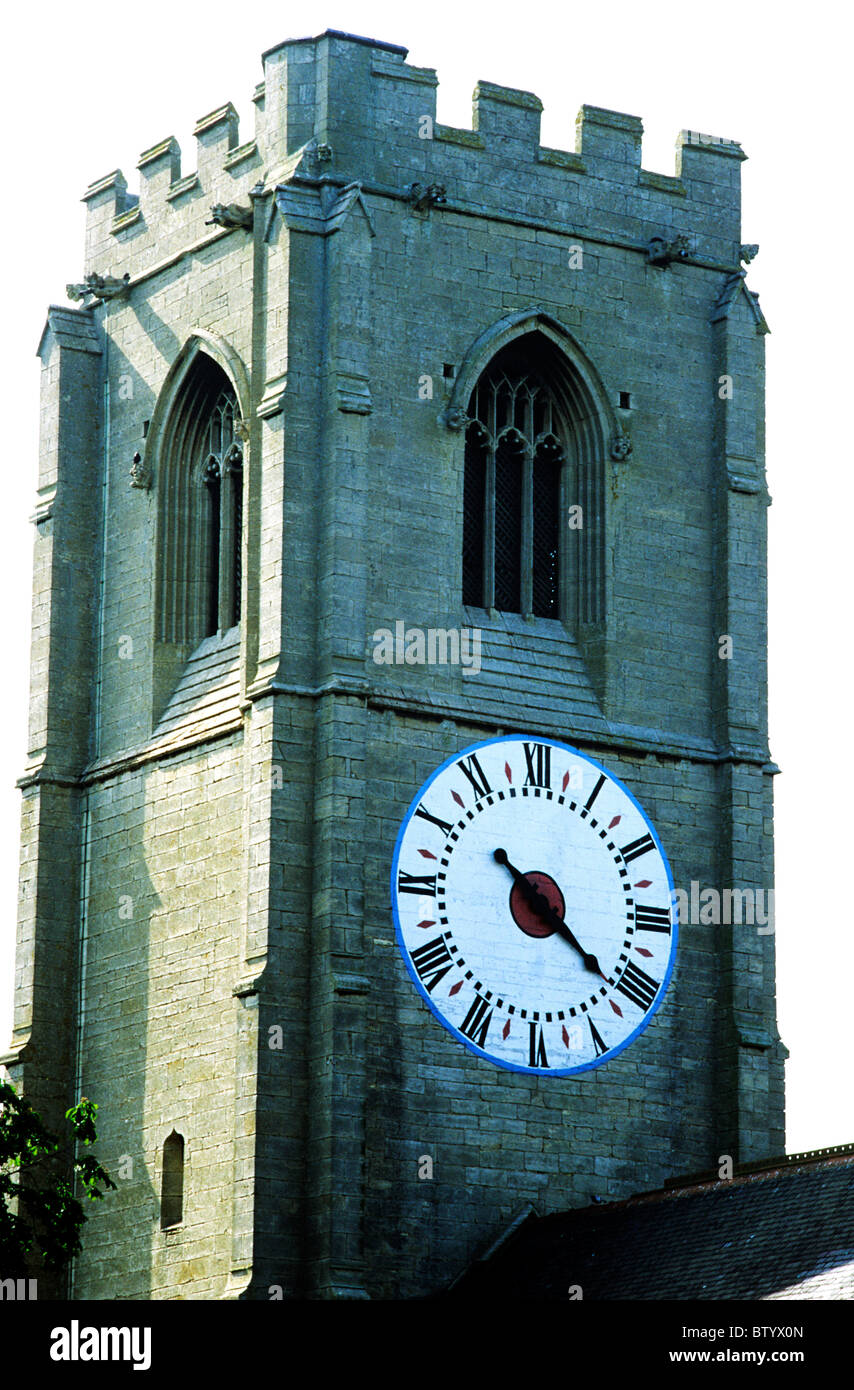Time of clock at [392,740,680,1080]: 10:21
